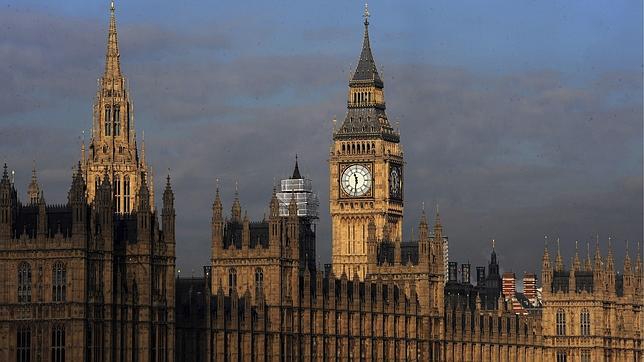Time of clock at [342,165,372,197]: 11:31
